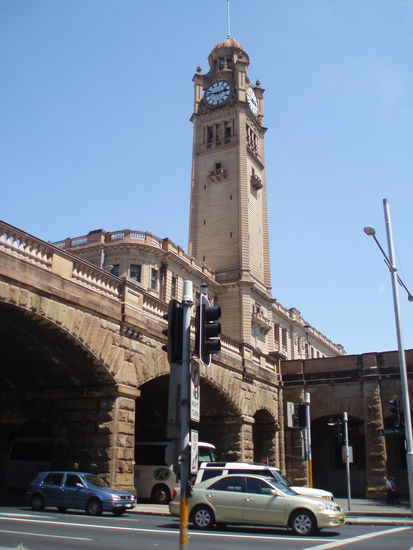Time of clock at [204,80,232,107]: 9:12
